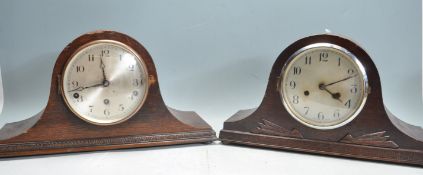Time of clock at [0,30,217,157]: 11:42
